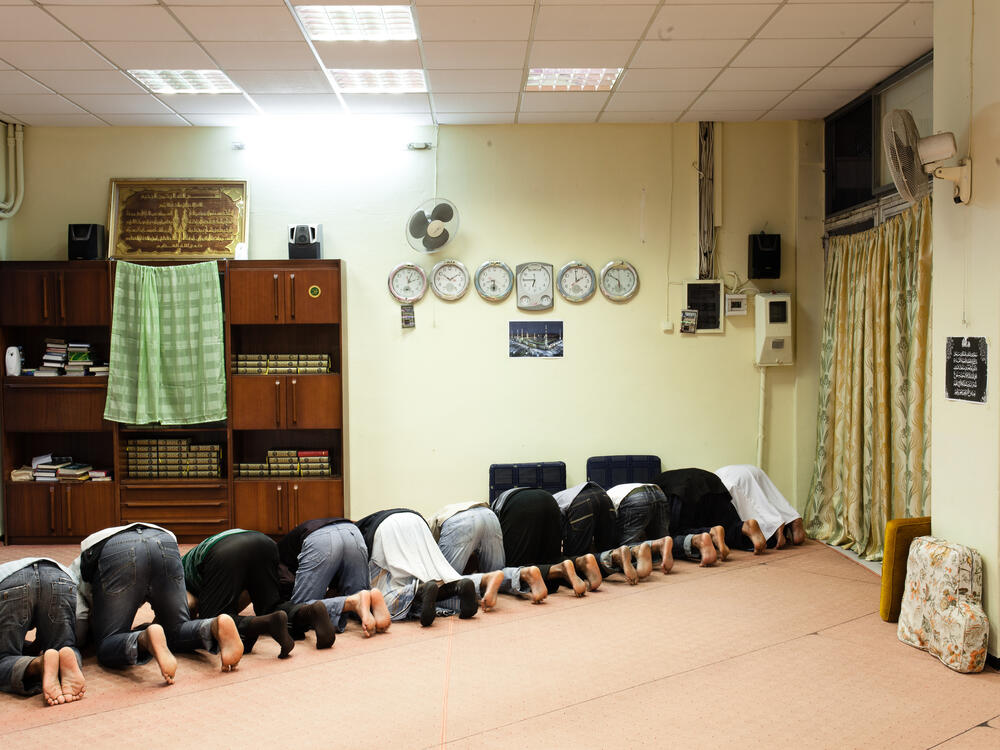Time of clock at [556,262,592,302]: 1:59
